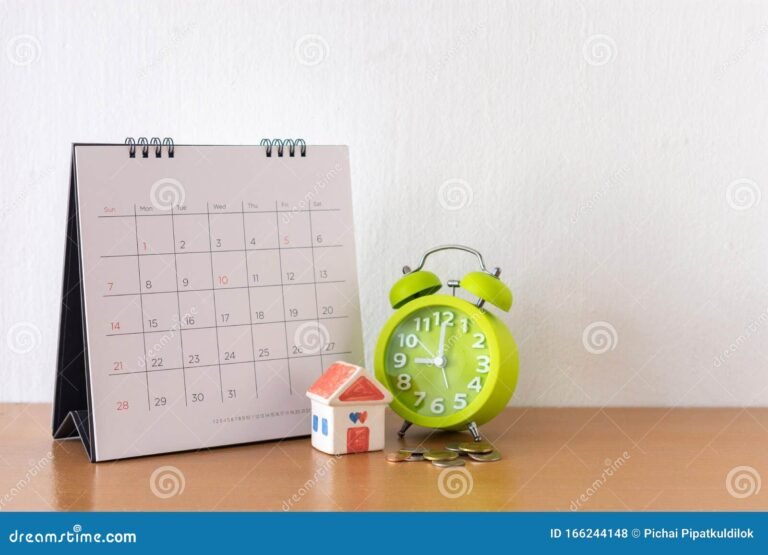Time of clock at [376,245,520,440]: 9:00
